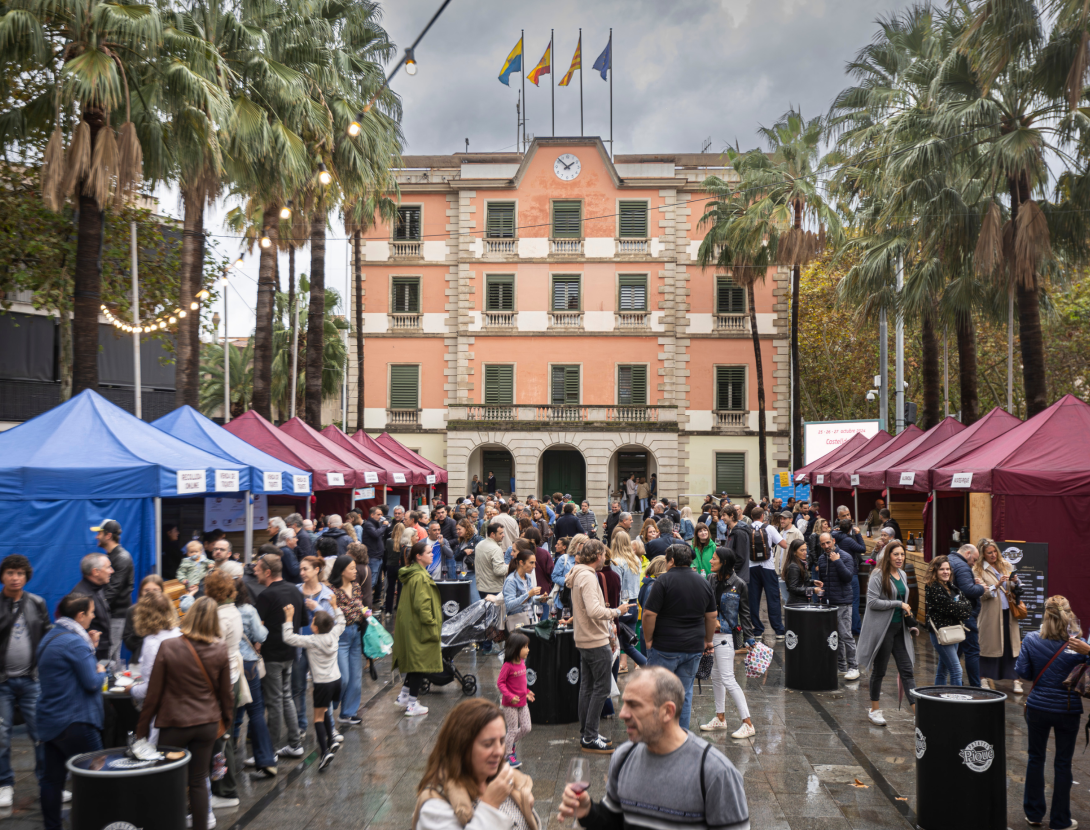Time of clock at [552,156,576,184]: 1:51
